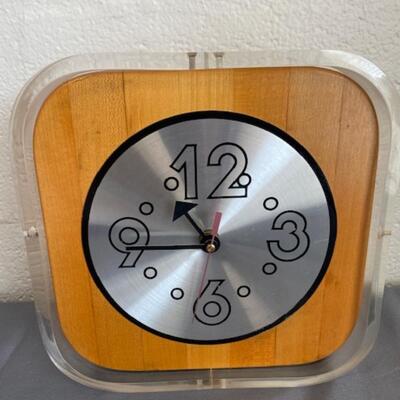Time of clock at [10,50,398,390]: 10:43
